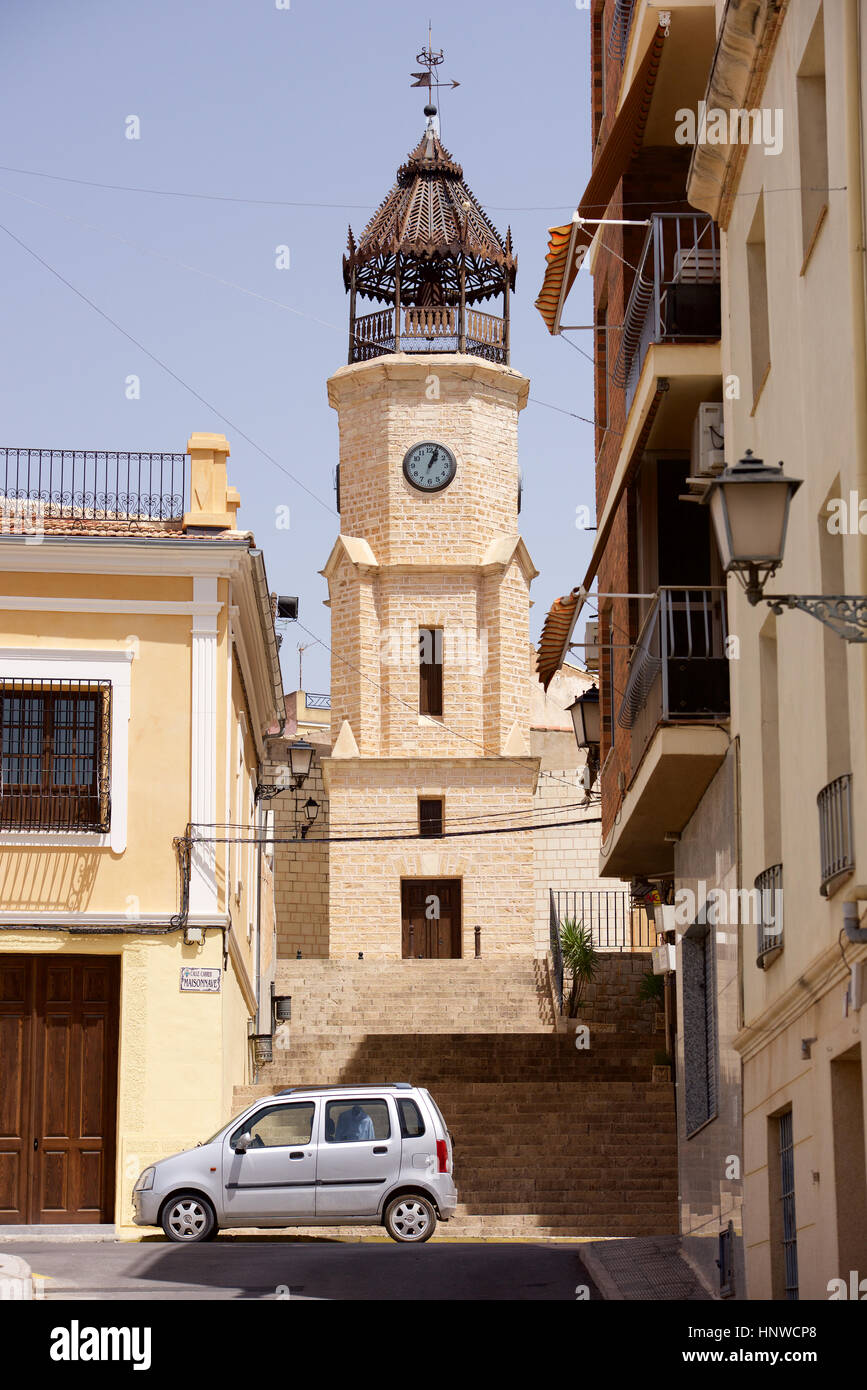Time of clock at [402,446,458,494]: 1:03
